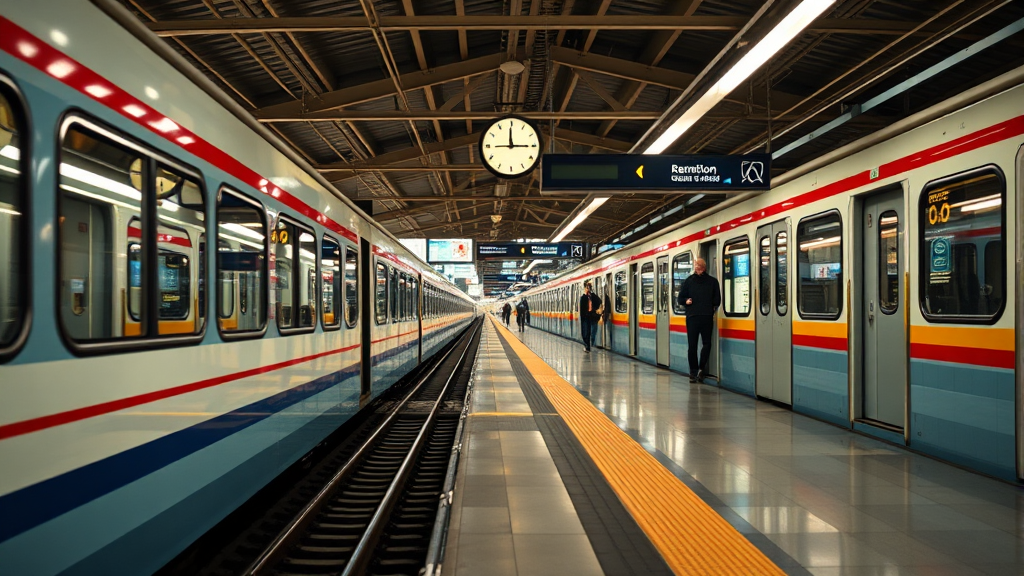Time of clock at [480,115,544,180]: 2:59
